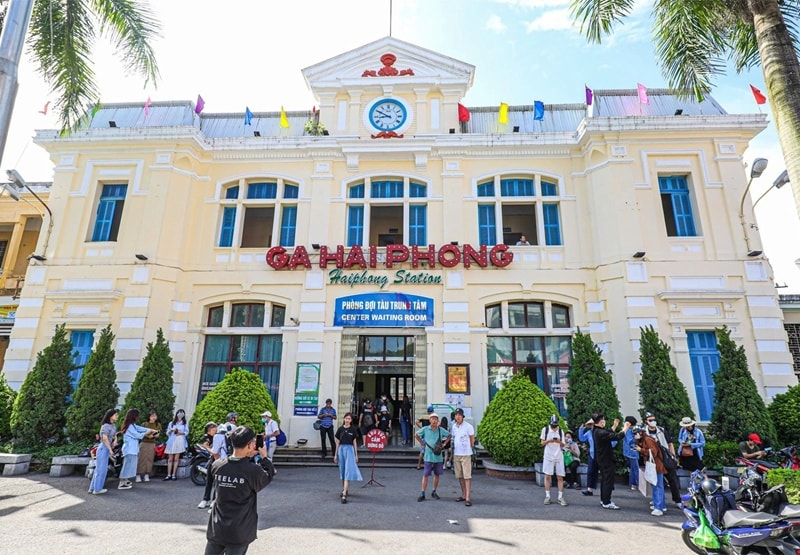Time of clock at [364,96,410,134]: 8:50
